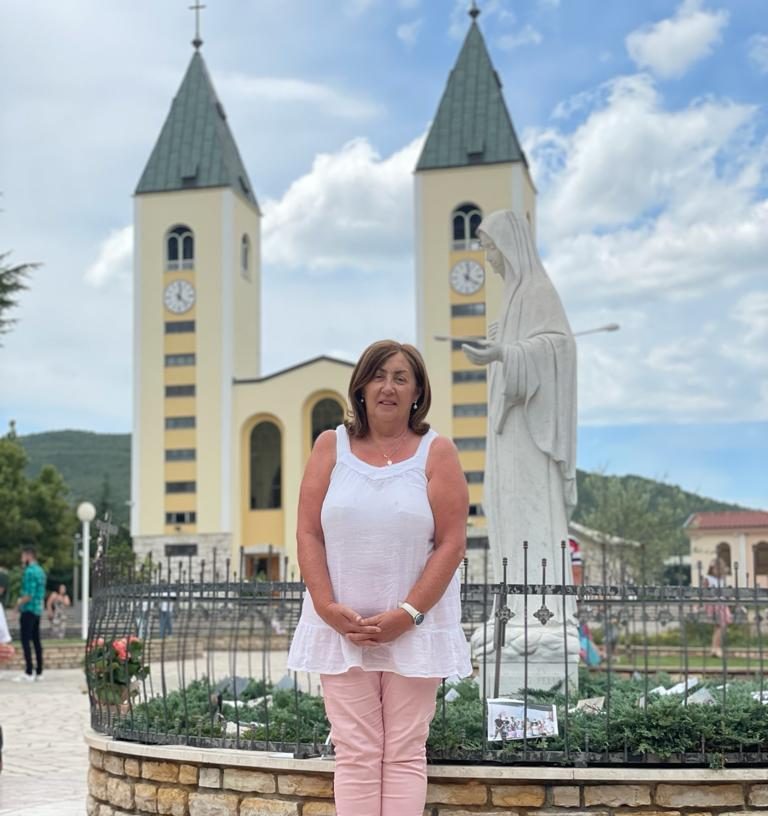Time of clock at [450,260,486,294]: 12:21
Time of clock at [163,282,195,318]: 12:22
